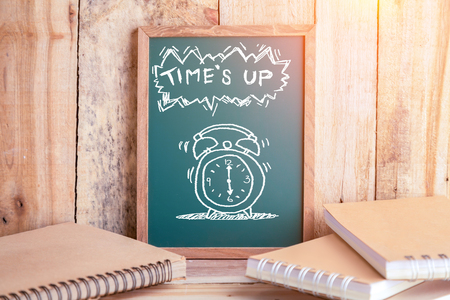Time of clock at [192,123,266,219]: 6:00
